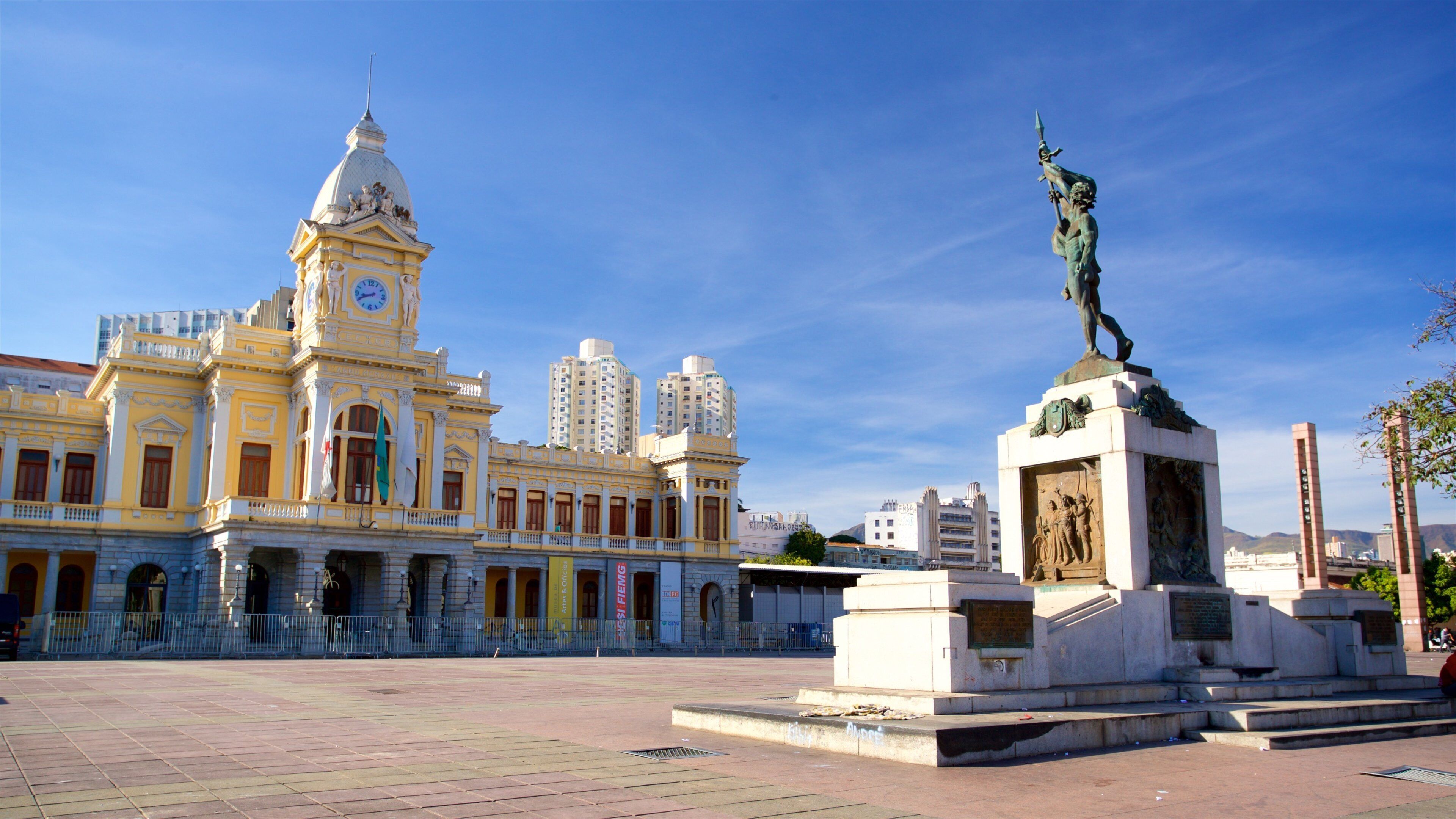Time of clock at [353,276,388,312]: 8:41
